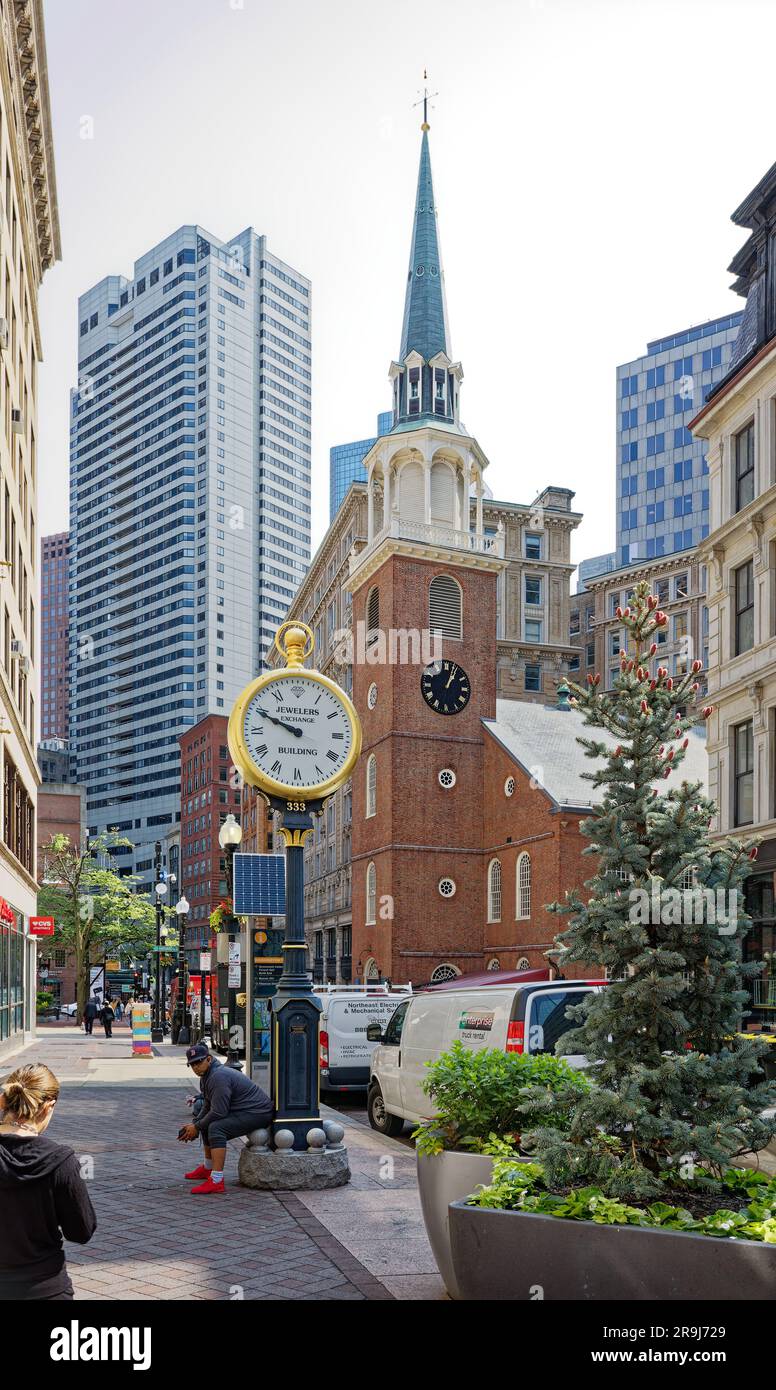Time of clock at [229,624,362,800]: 9:49
